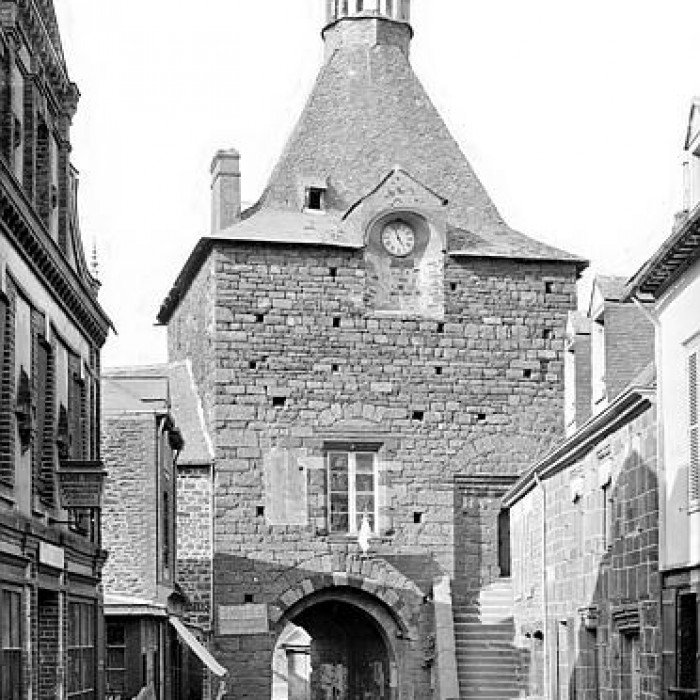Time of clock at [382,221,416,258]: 4:57
